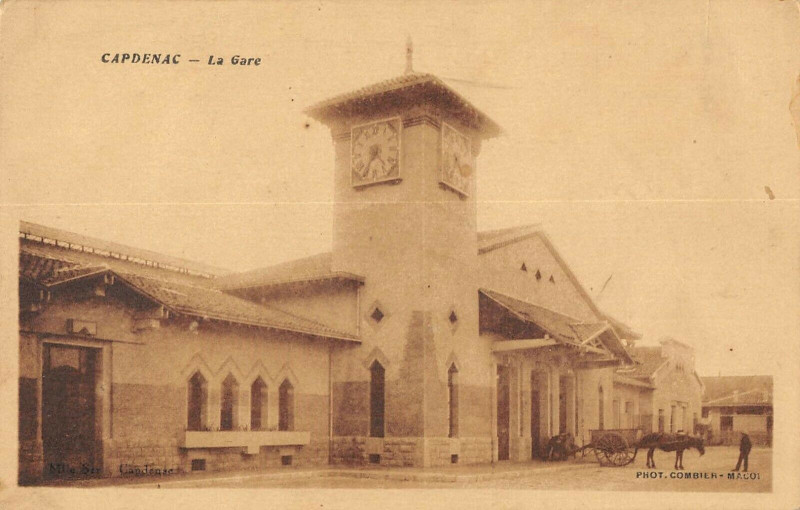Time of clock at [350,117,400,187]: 4:35
